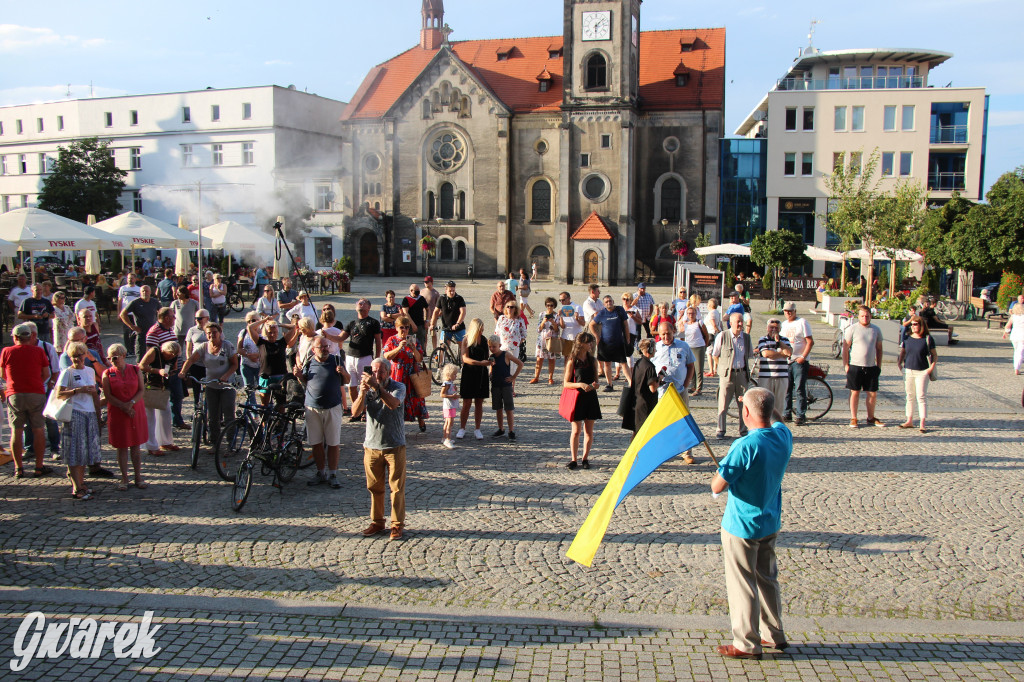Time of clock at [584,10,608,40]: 6:08
